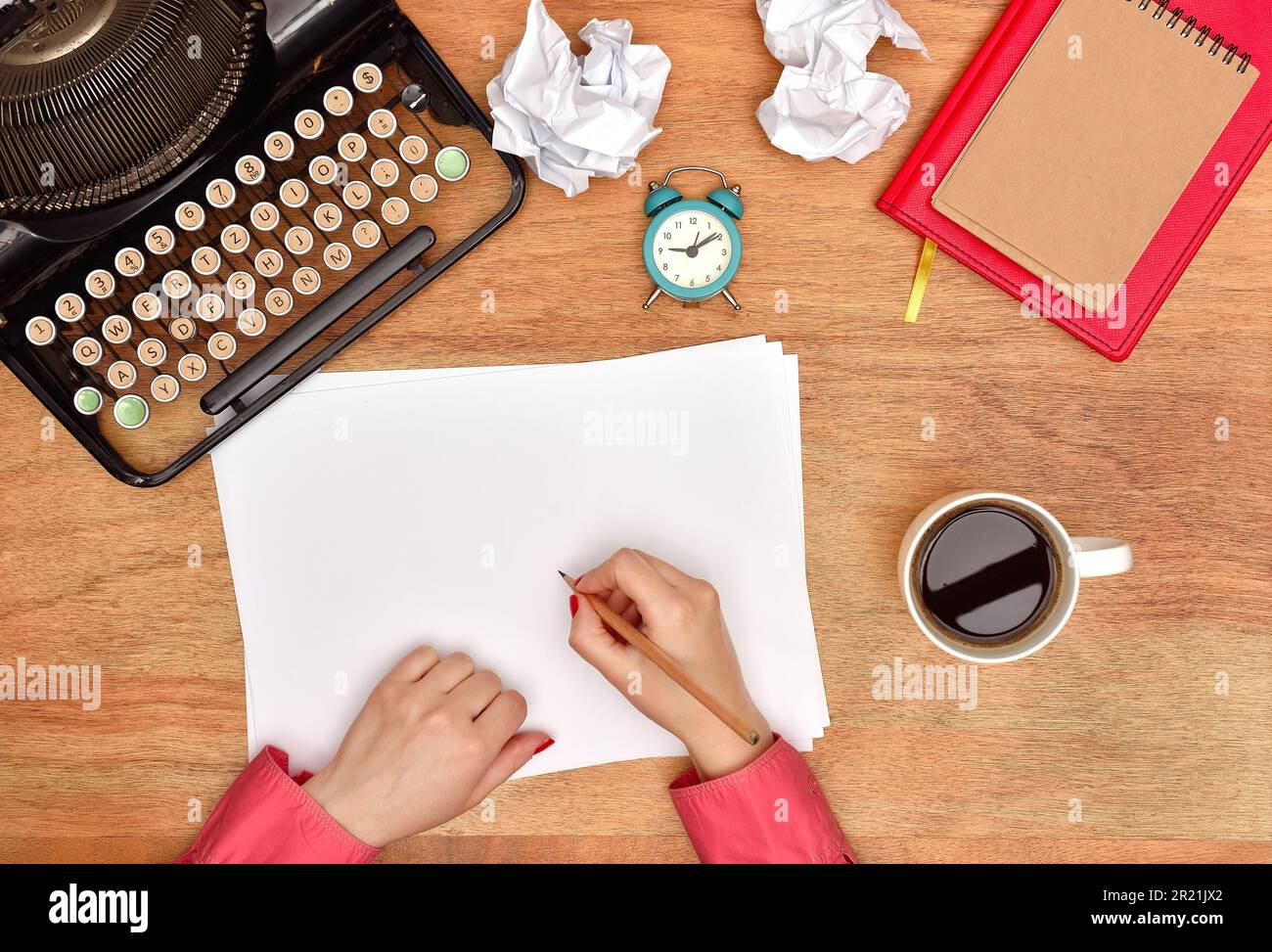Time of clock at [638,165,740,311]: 9:09
